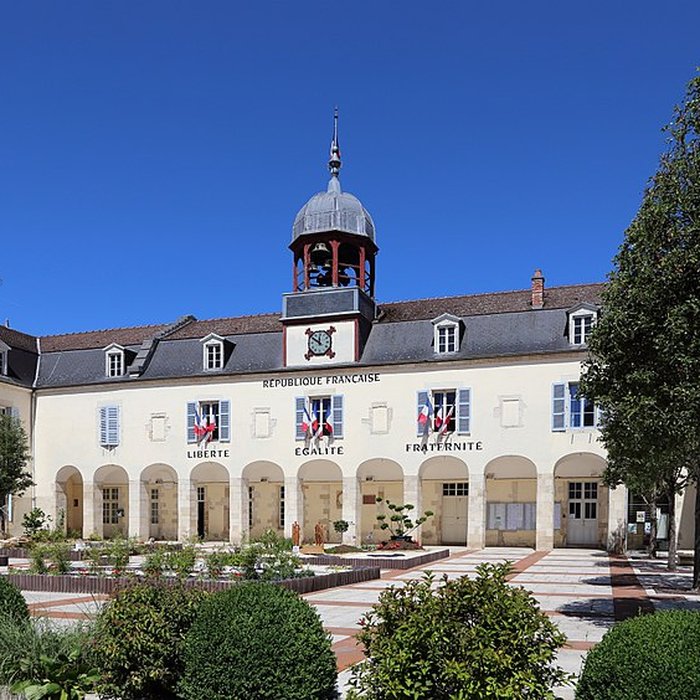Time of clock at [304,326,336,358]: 11:50
